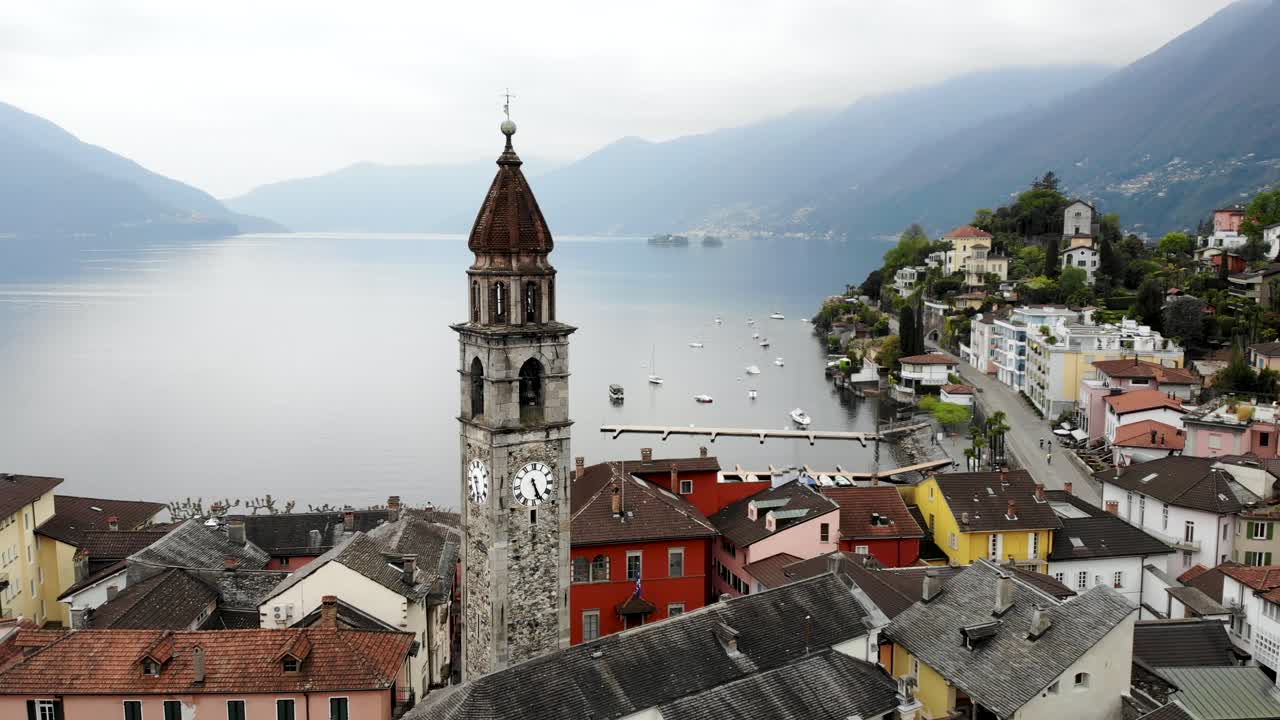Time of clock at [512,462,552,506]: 5:26
